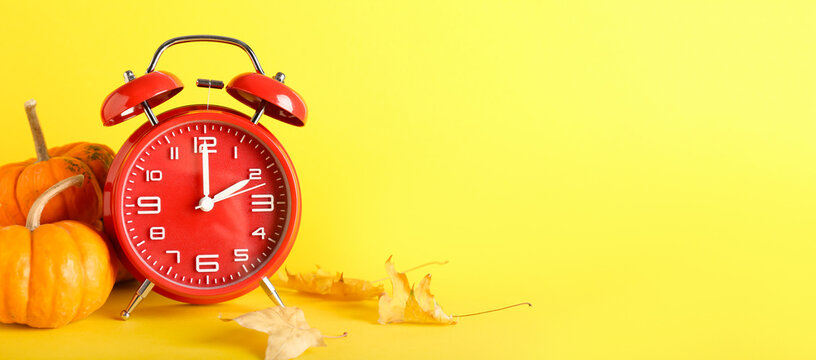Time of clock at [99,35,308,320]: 2:00
